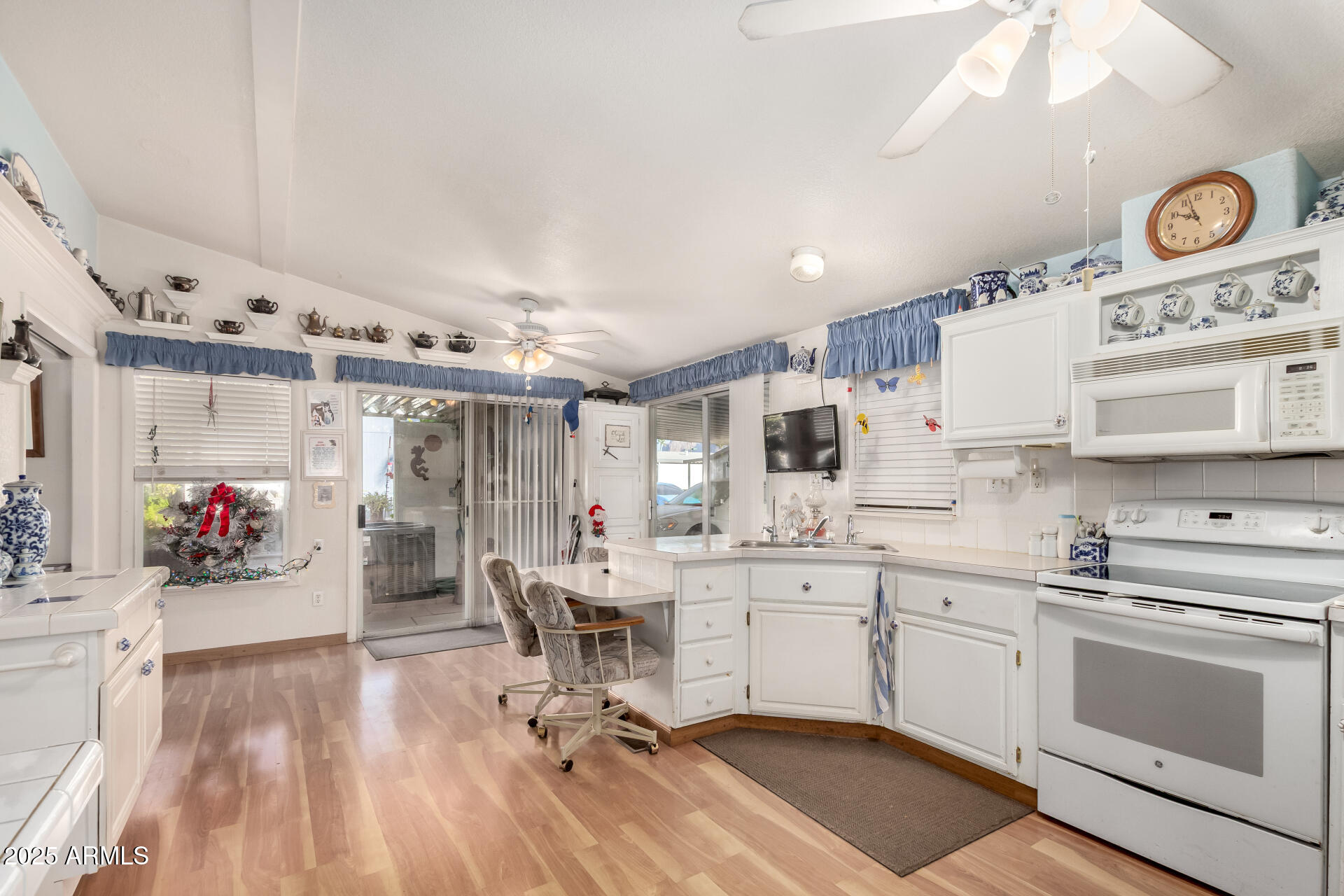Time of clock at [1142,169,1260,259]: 9:56
